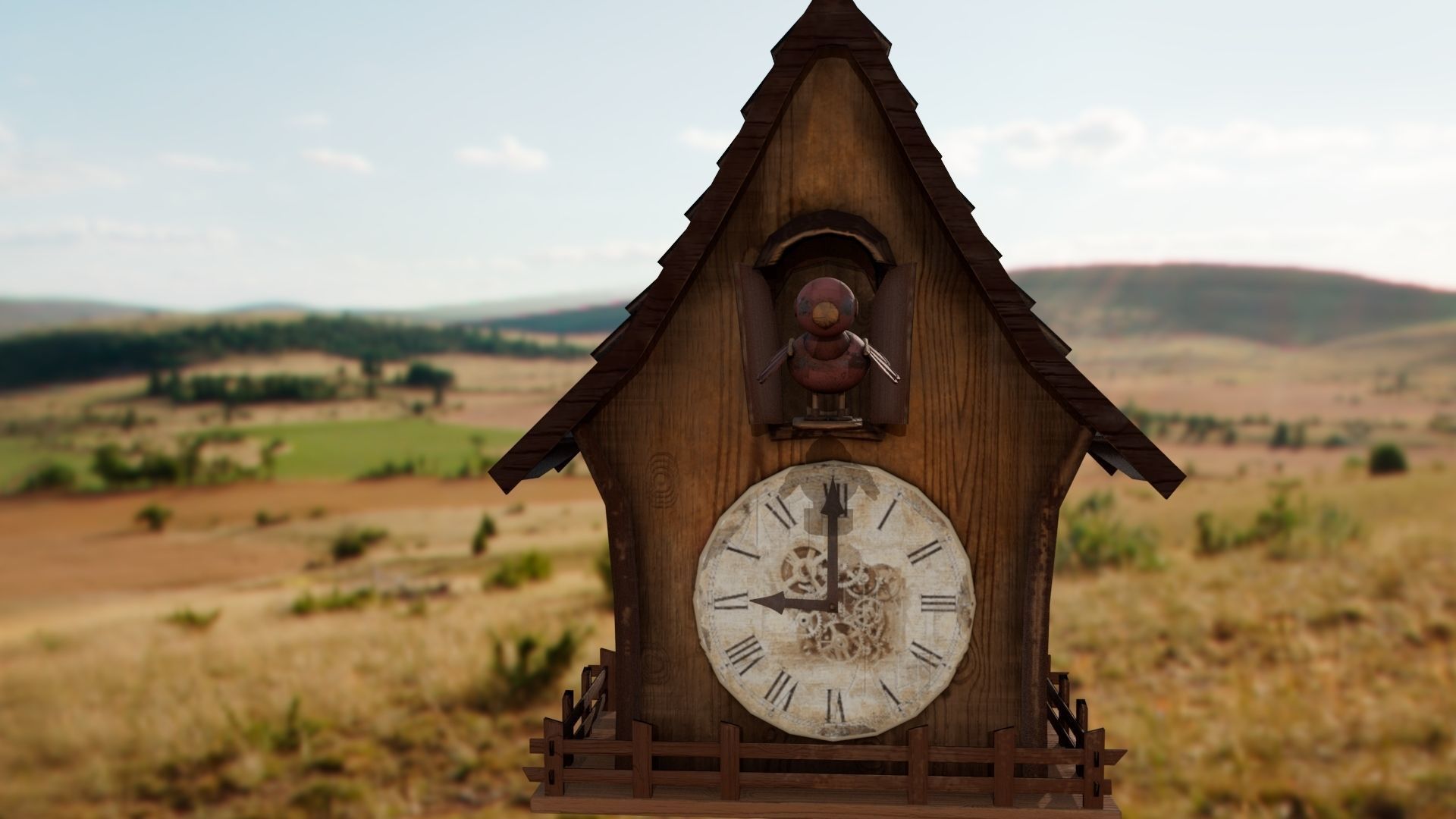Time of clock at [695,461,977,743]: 8:59
